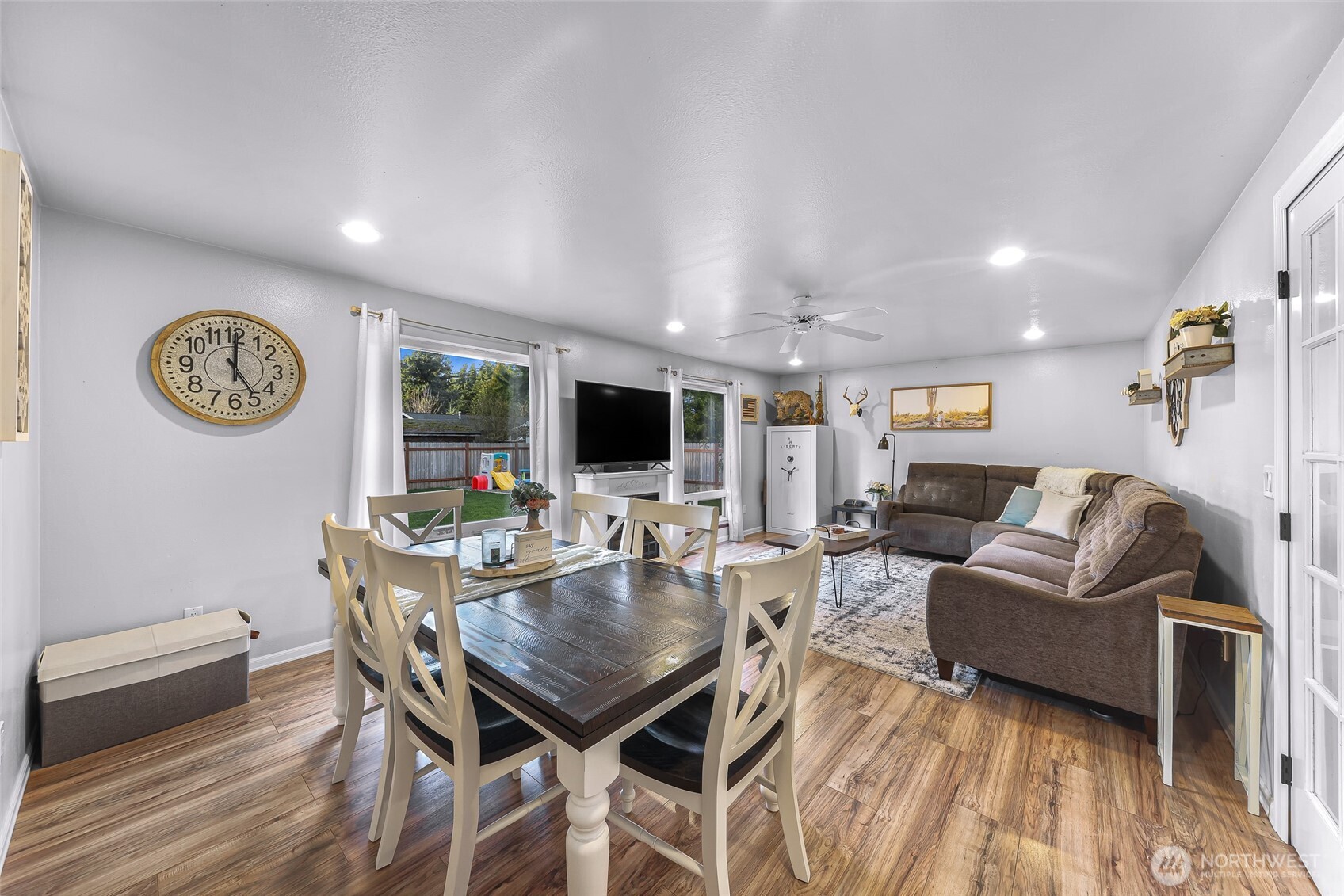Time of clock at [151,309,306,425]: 5:00
